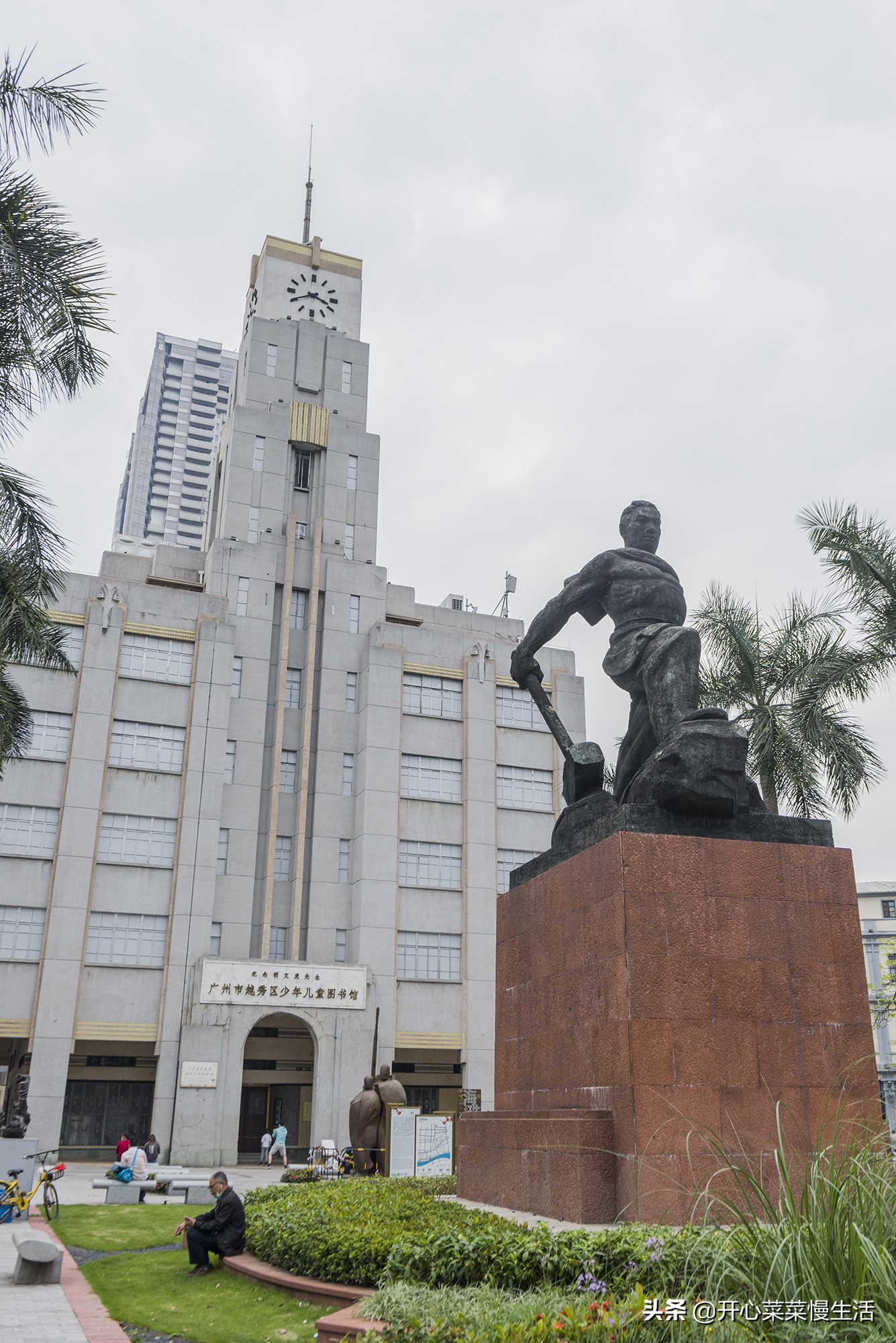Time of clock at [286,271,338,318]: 3:40
